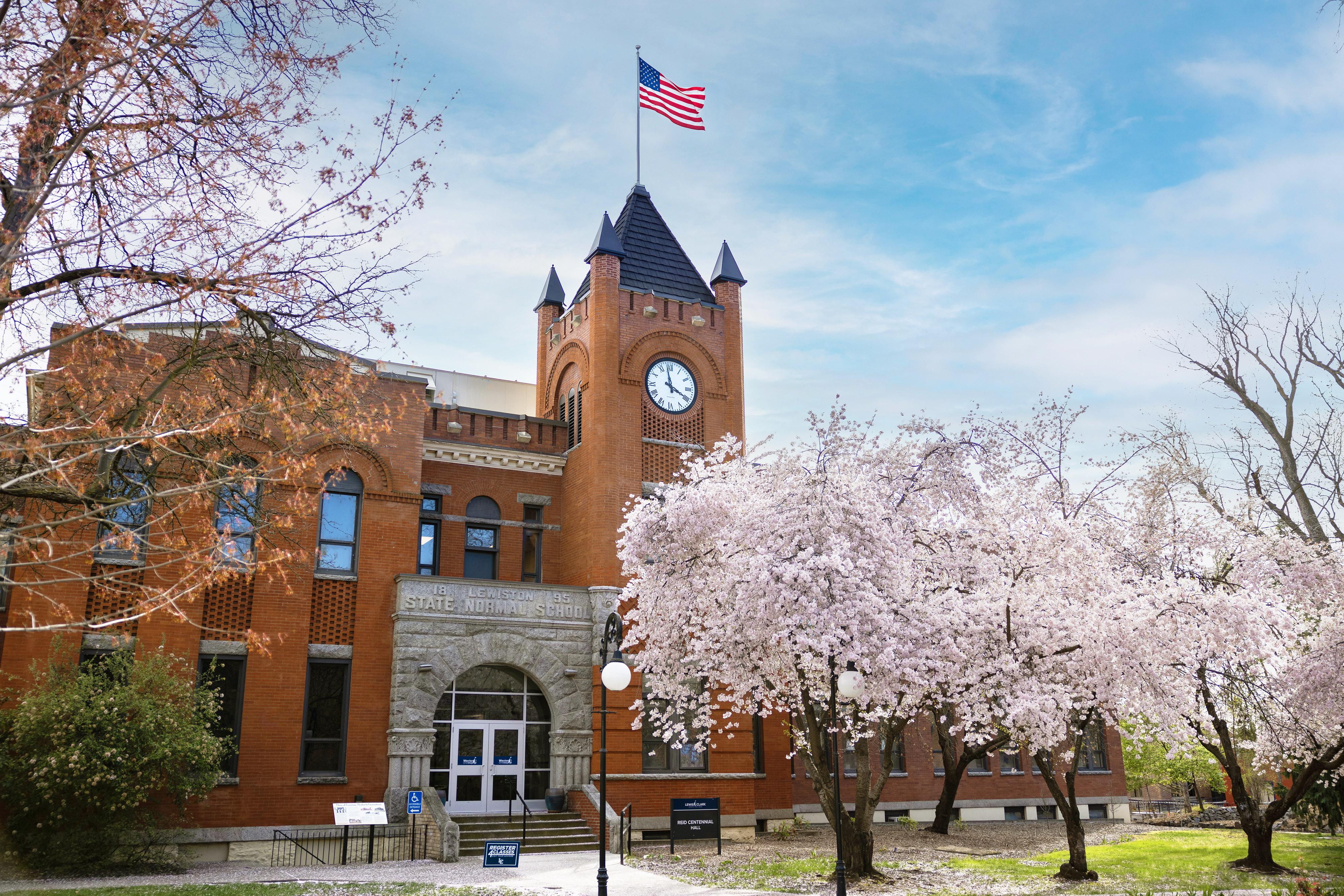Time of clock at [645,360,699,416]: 3:58
